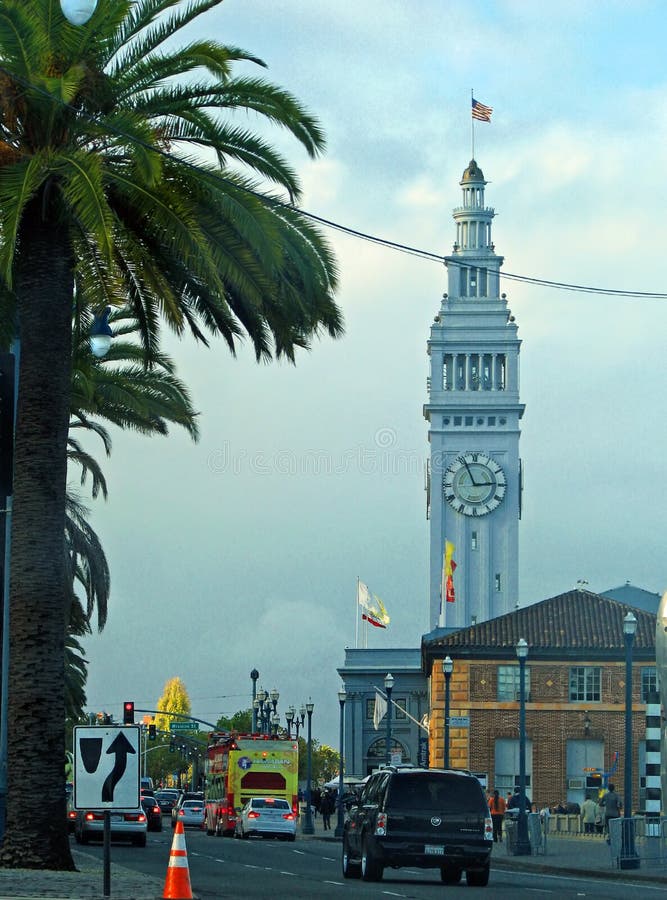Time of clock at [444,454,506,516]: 2:56
